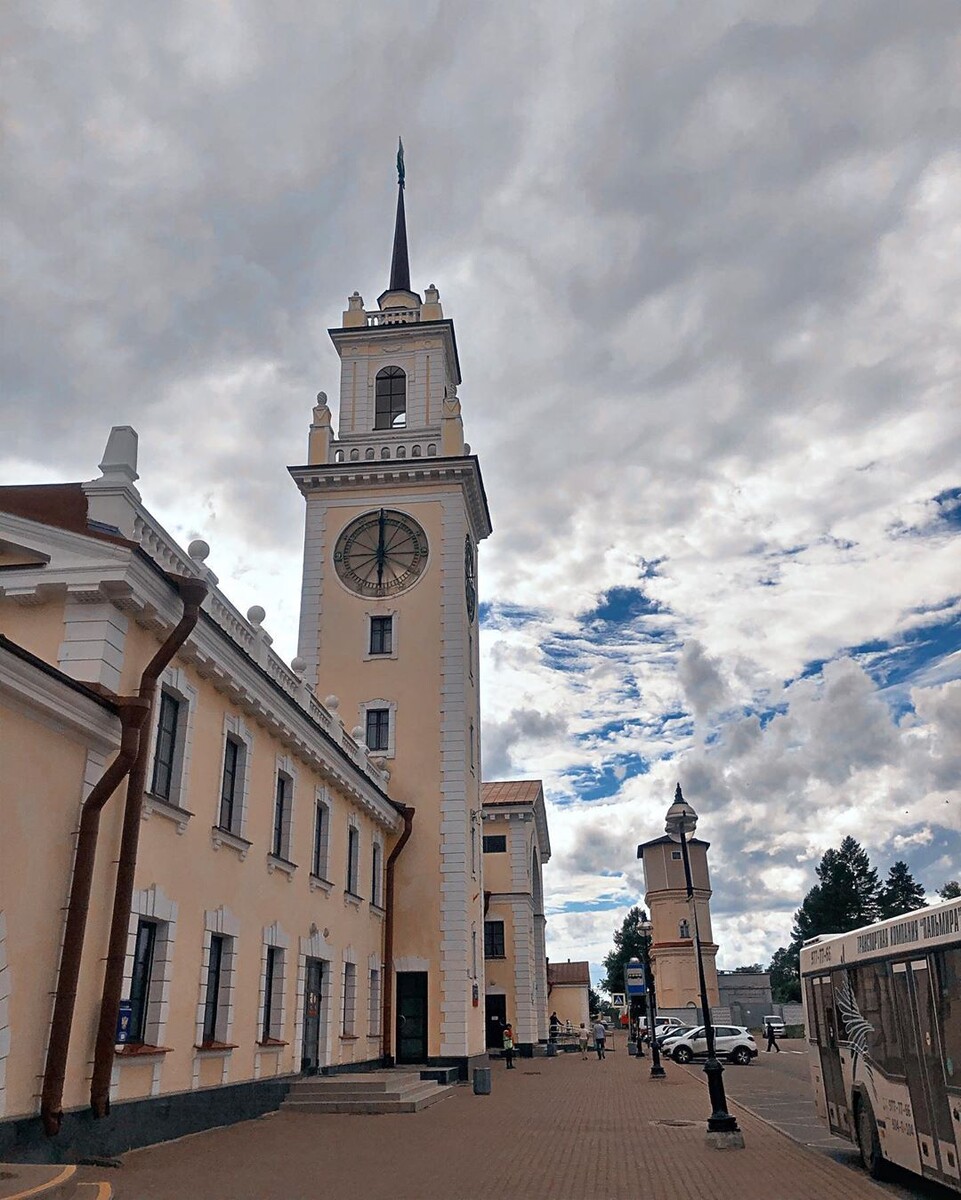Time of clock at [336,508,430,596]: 5:59
